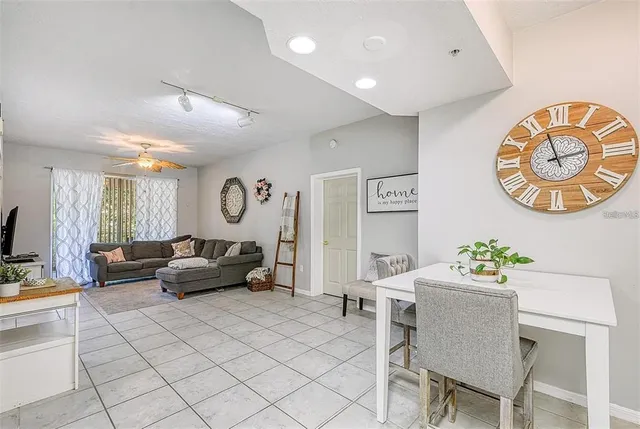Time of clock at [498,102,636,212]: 2:57
